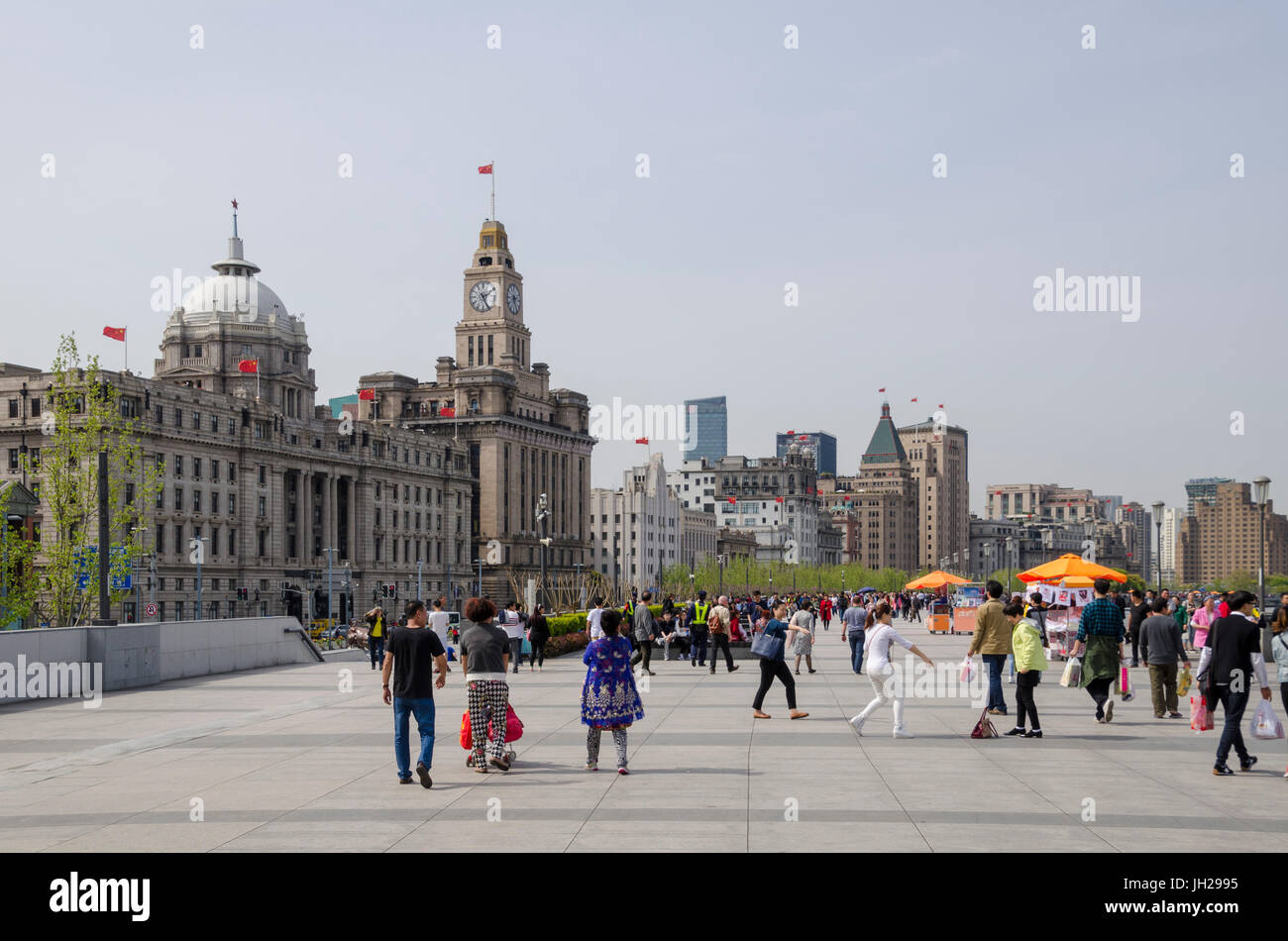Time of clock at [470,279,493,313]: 2:25
